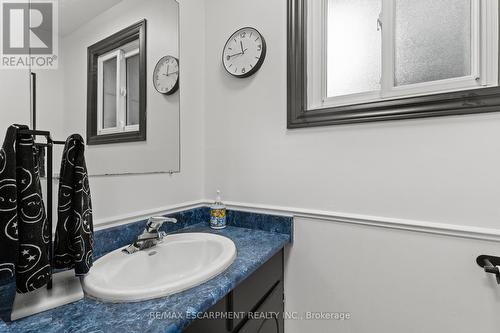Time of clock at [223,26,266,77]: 11:45
